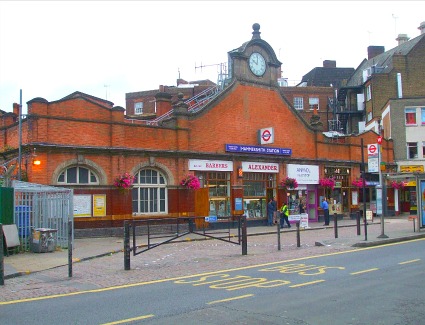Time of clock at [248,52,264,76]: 10:00
